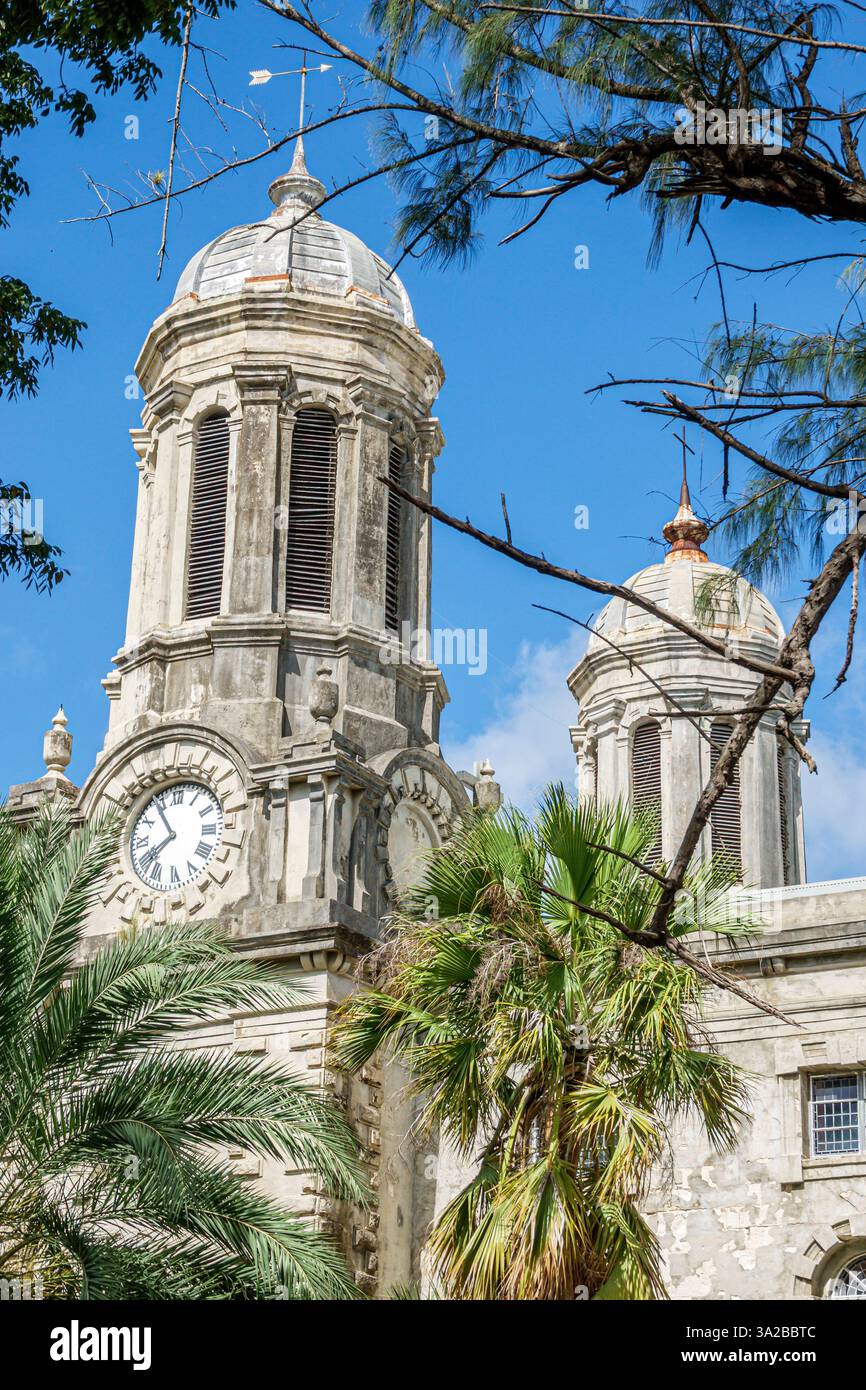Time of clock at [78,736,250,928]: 7:54
